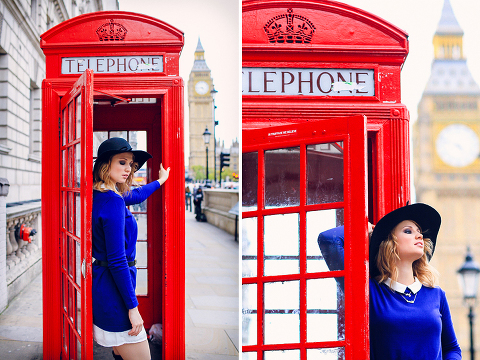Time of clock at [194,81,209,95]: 4:44
